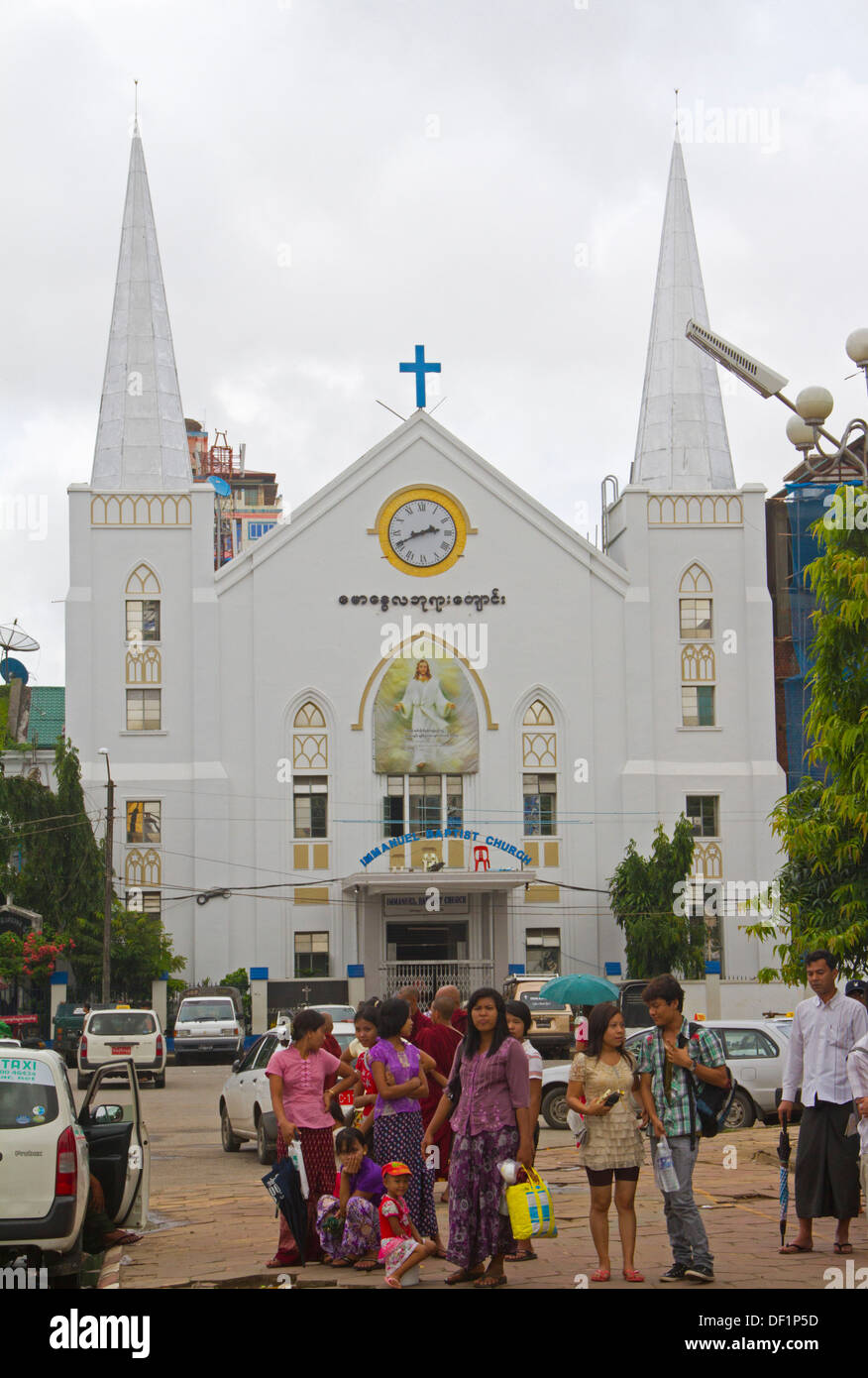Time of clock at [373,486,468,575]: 2:40
